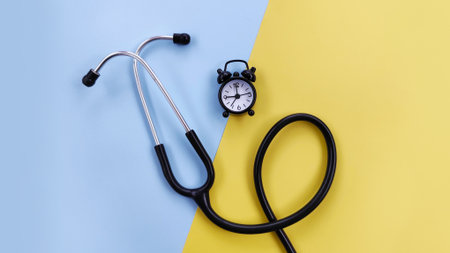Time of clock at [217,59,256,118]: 12:13
